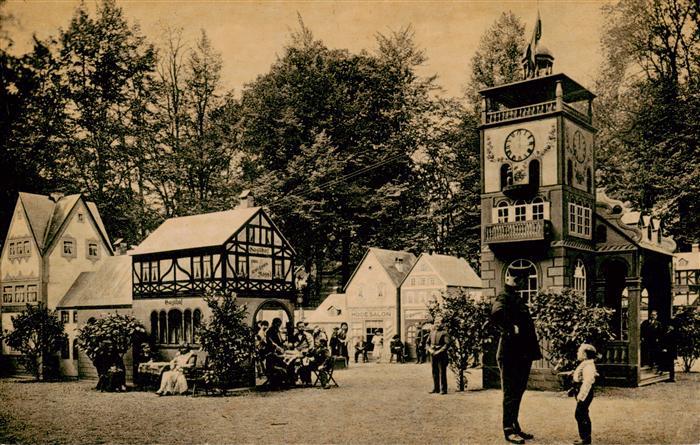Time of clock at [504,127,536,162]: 12:16
